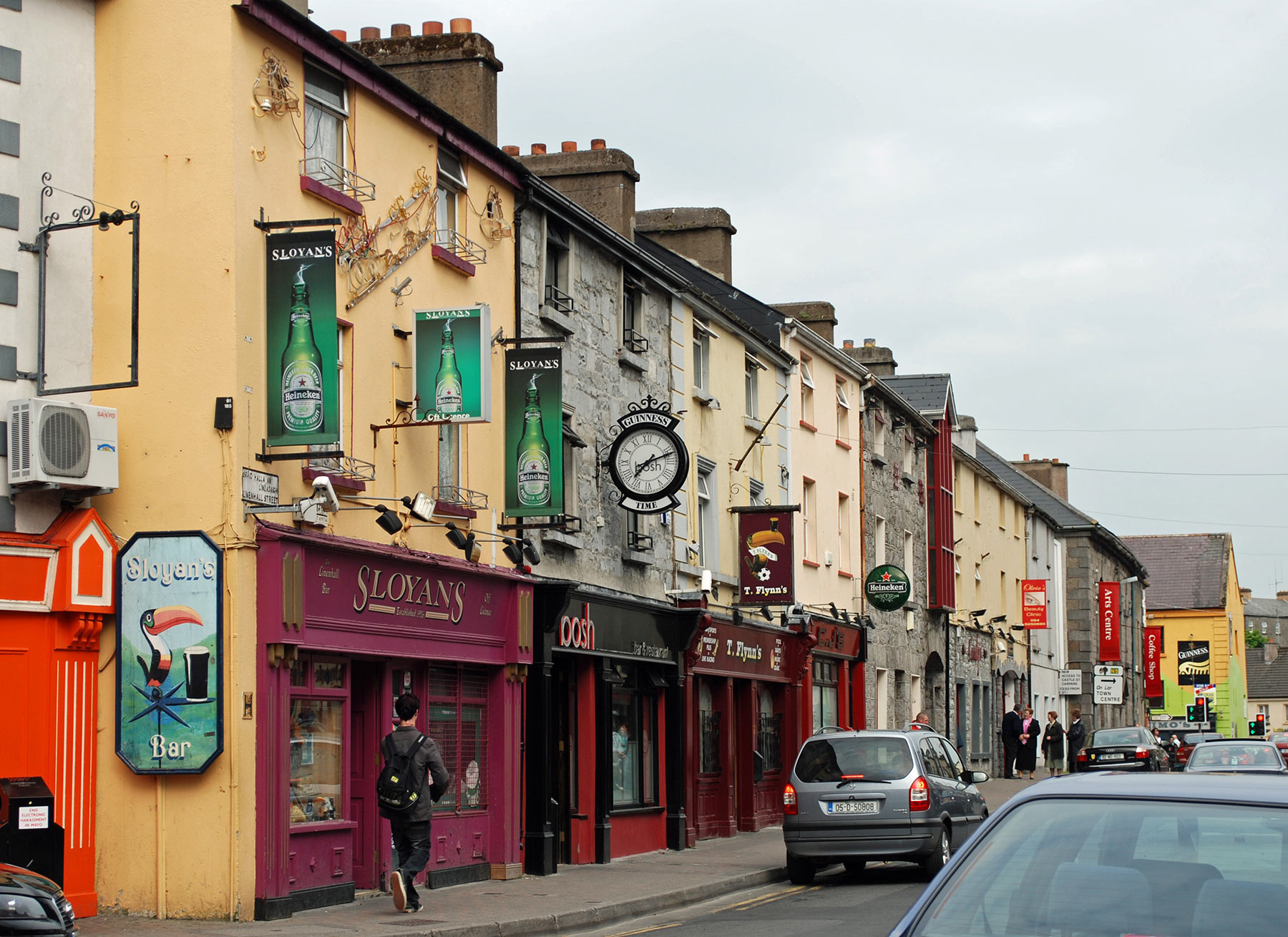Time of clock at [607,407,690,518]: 7:11
